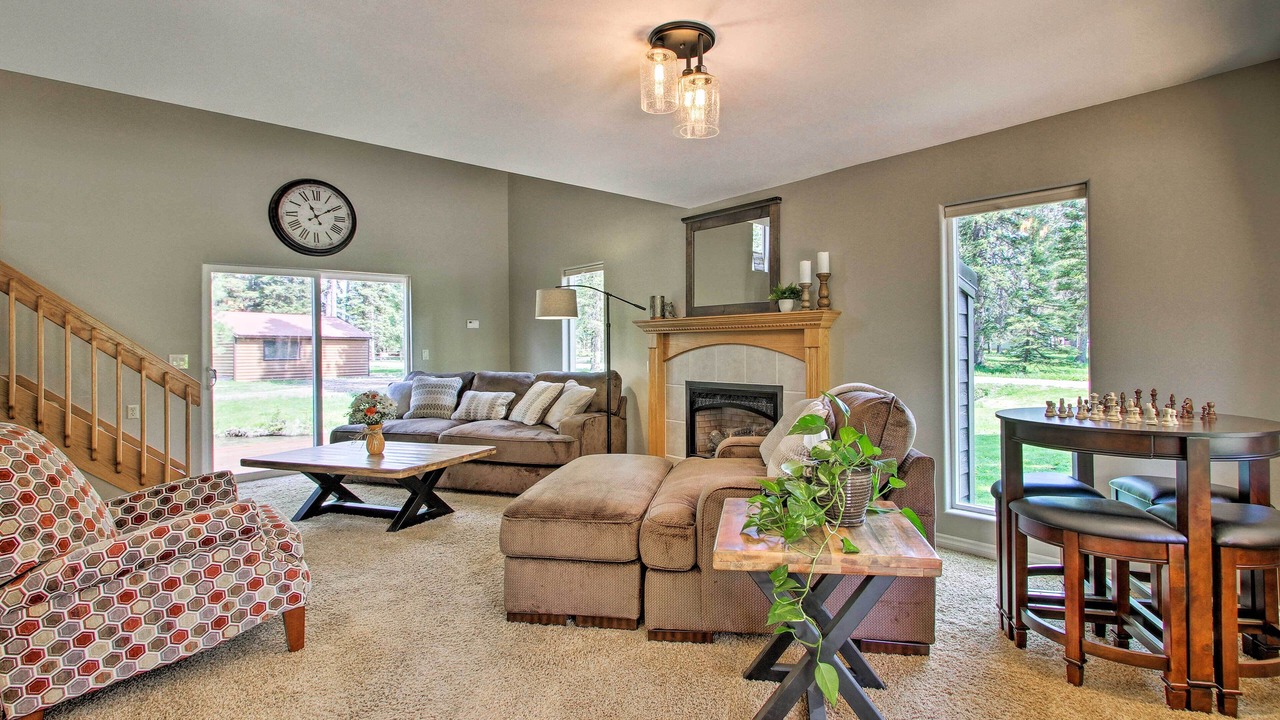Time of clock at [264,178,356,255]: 11:09
